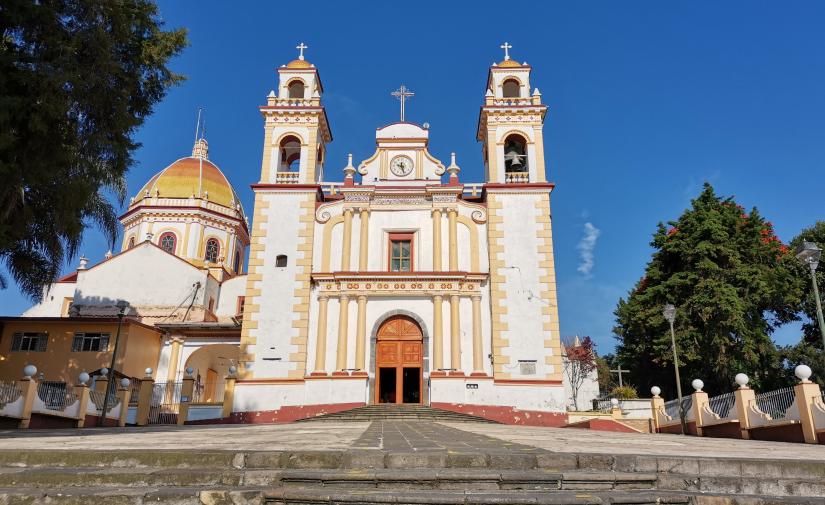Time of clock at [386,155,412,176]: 9:27
